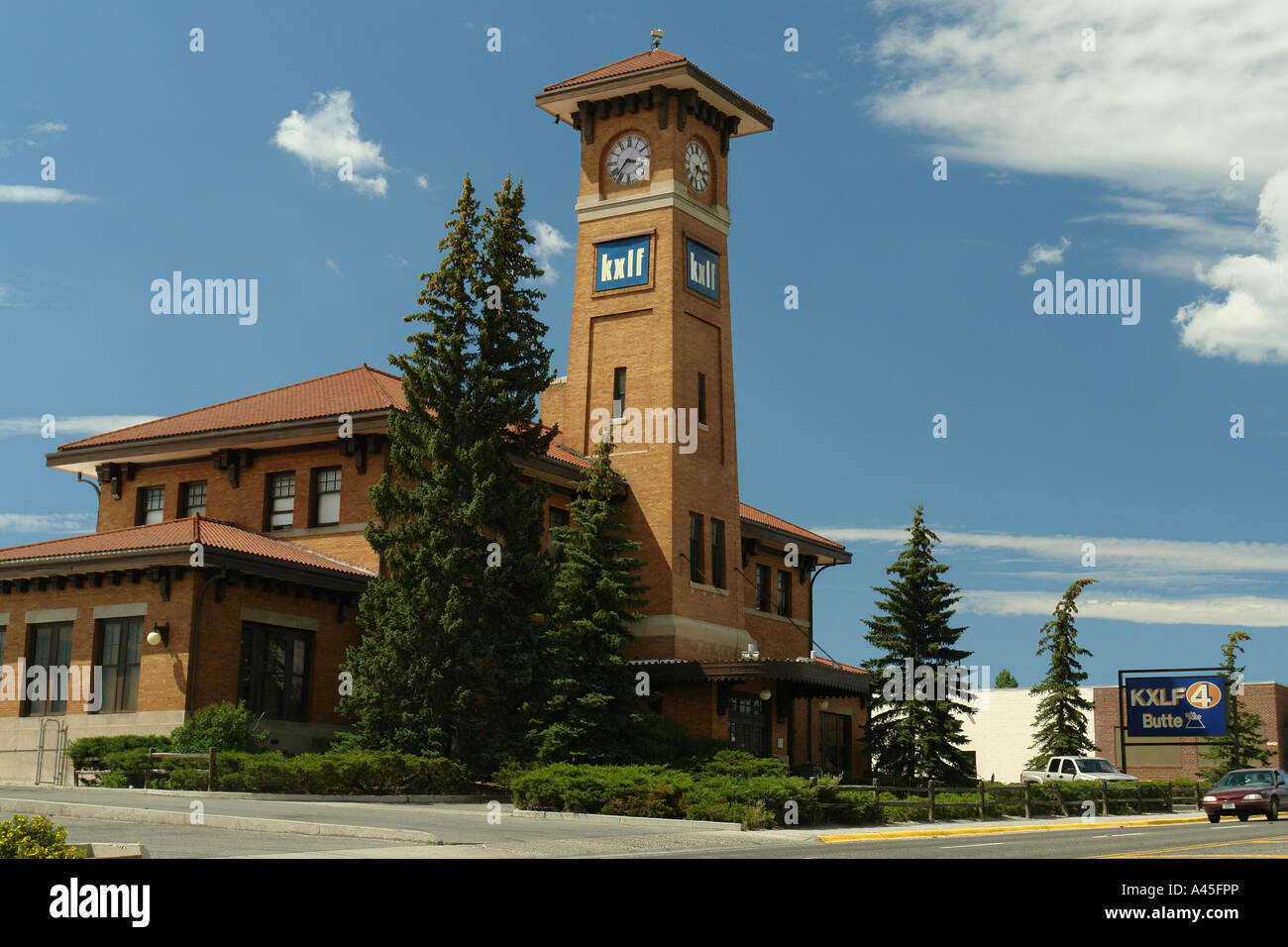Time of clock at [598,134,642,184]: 3:37
